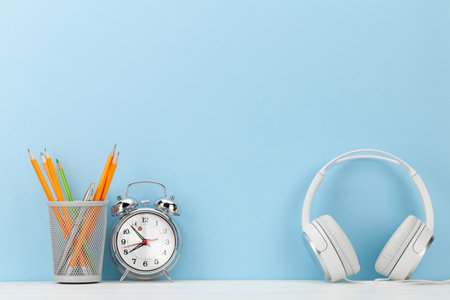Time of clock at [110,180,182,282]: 7:53
